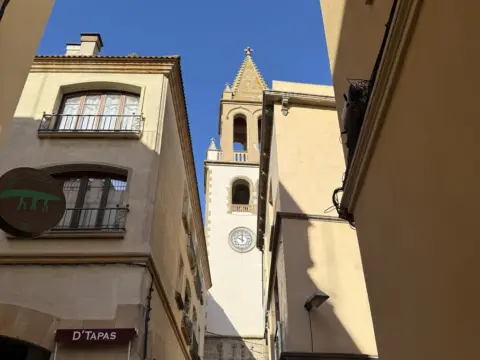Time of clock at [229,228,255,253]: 10:00
